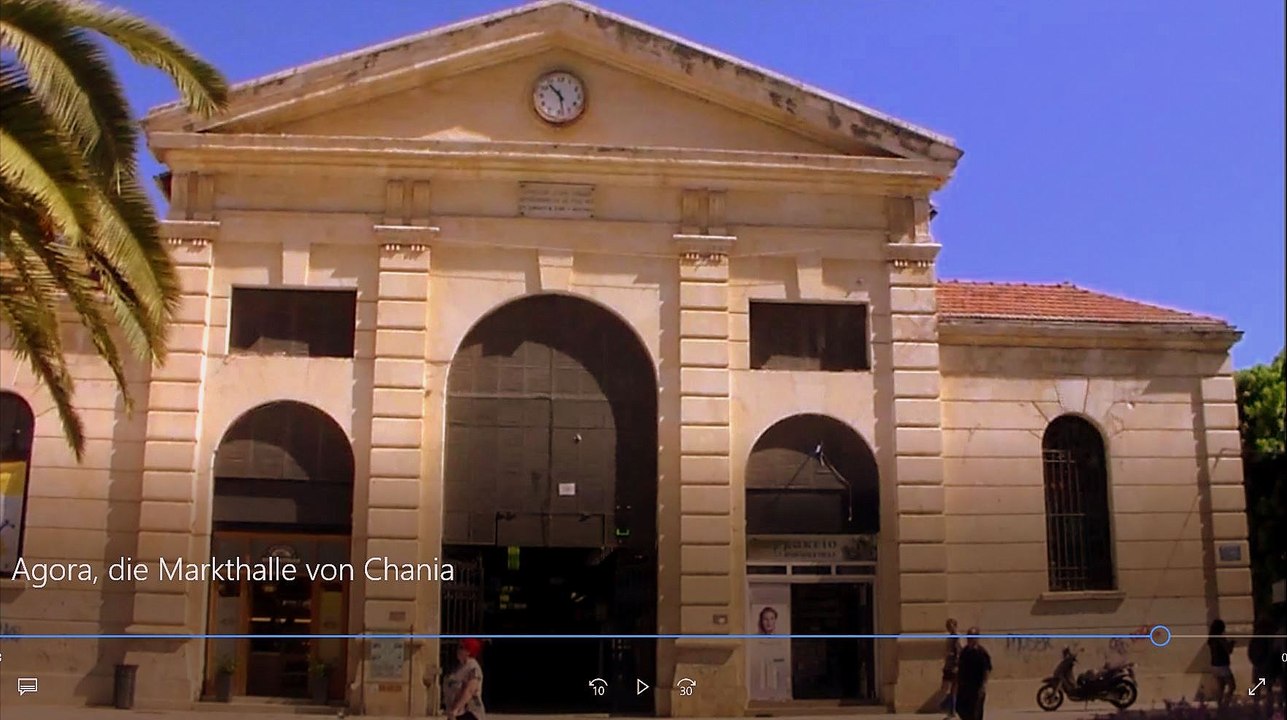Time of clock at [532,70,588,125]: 10:28
